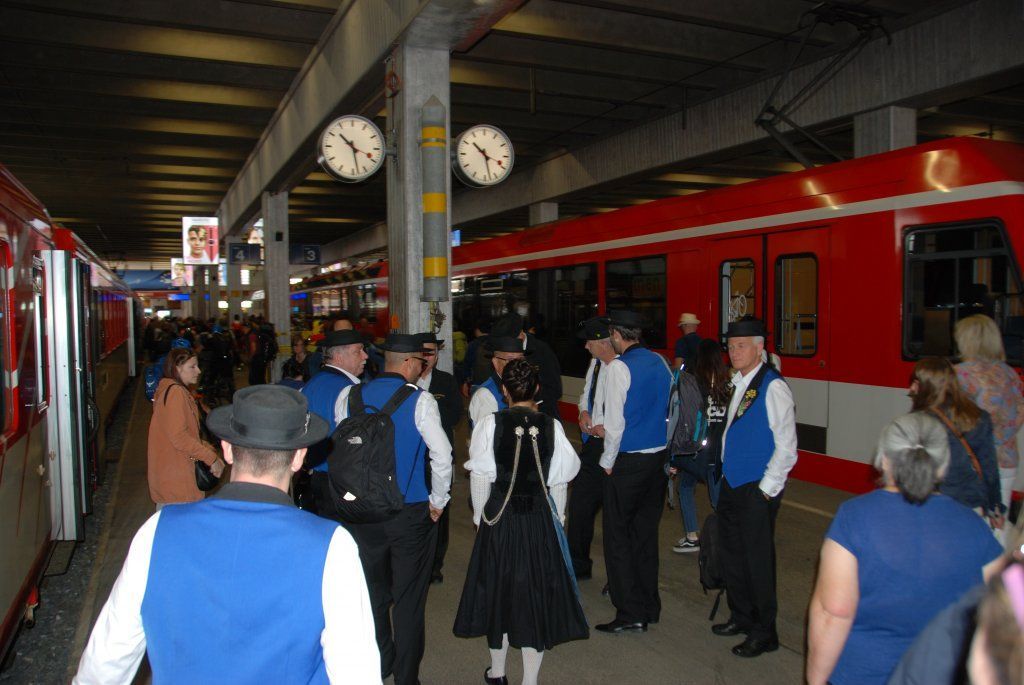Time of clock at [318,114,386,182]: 10:28
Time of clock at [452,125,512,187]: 10:27
